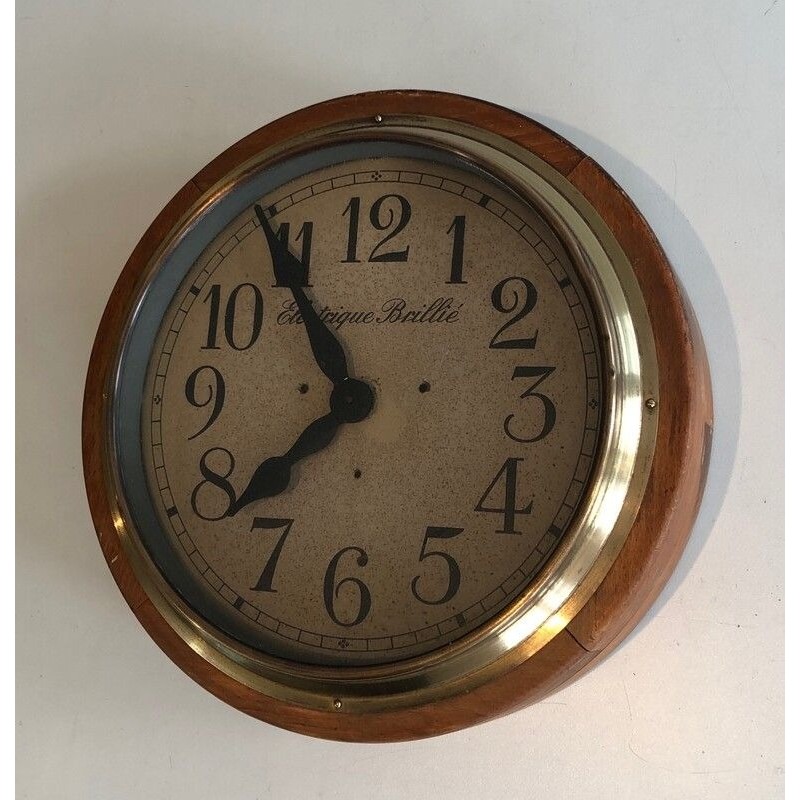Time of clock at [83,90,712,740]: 7:54
